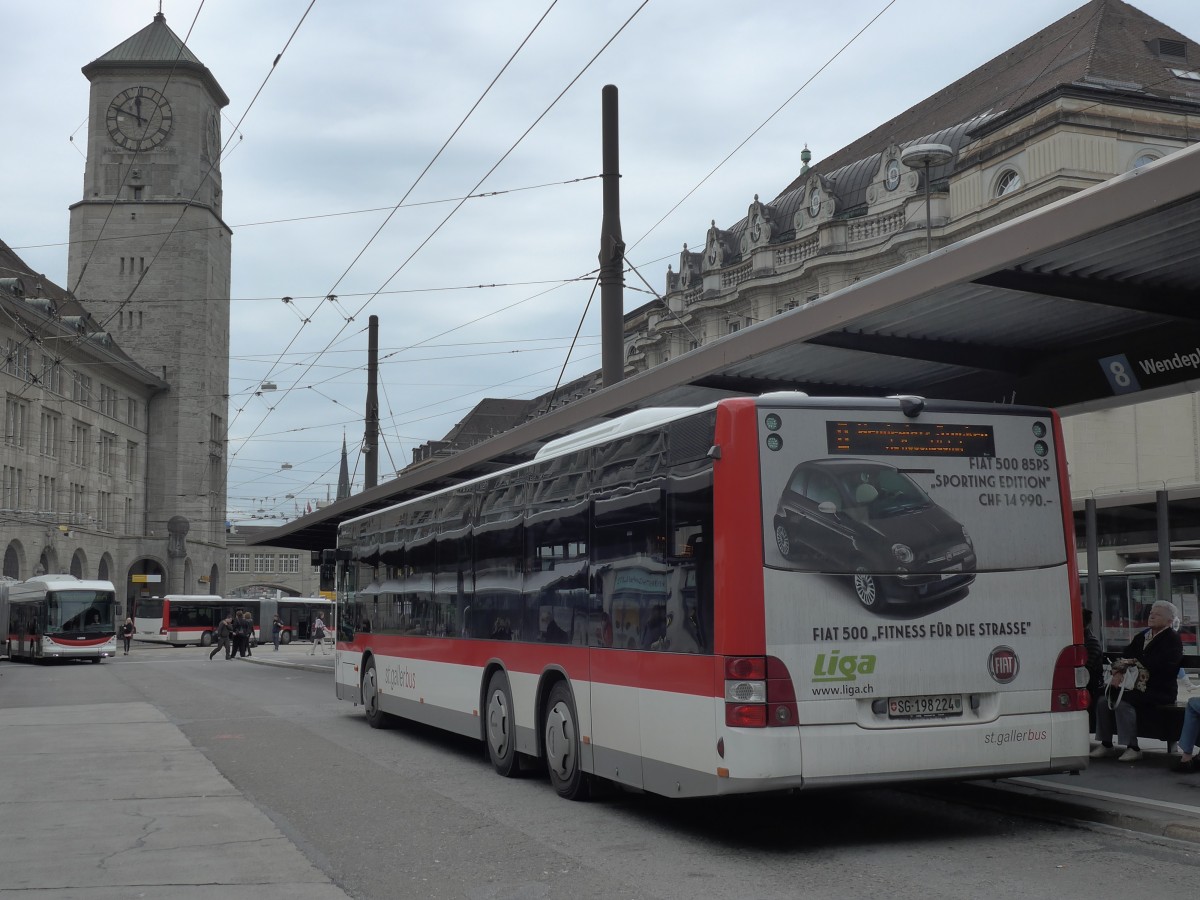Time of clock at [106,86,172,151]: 11:48
